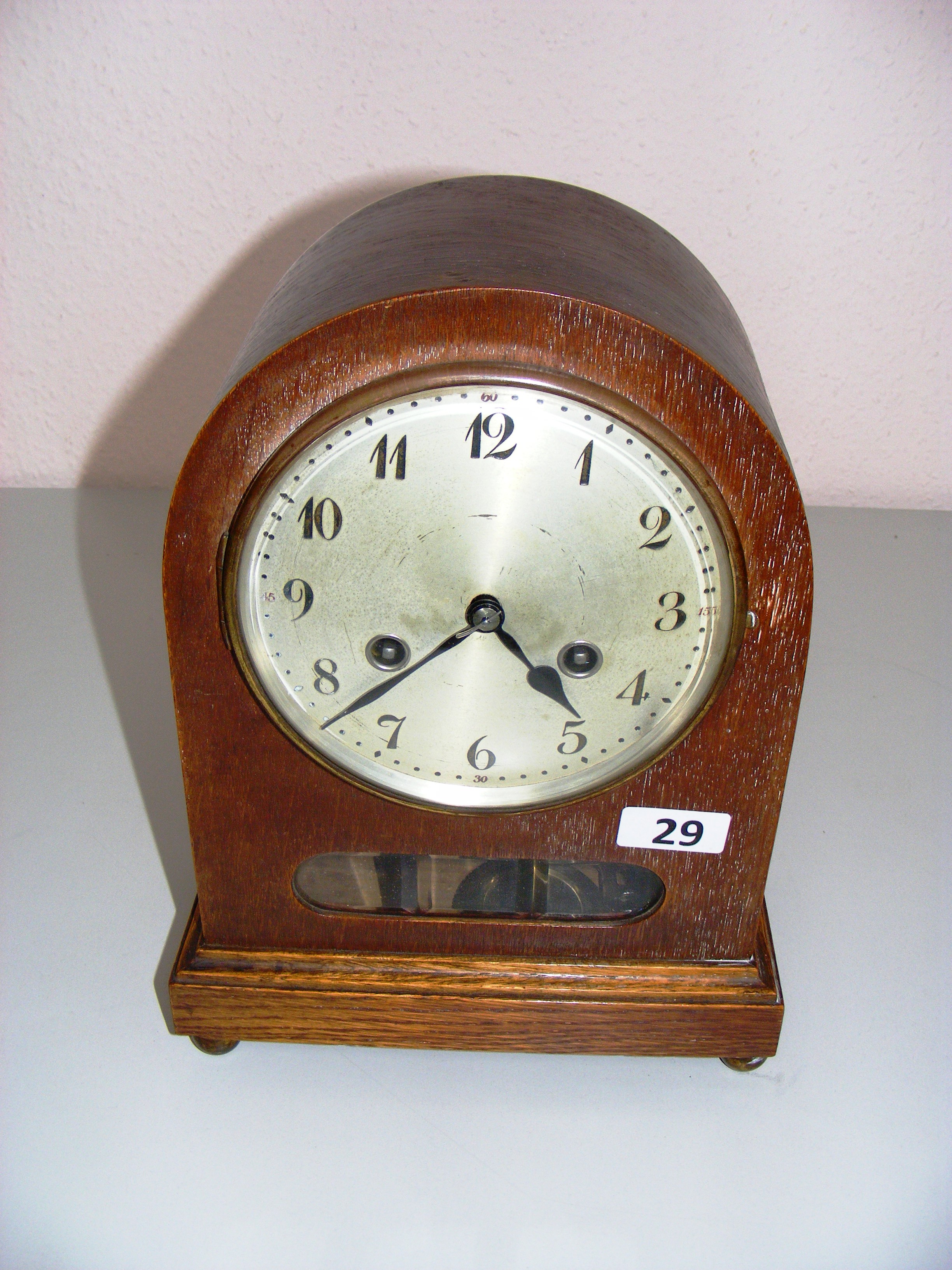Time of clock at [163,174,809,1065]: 4:38
